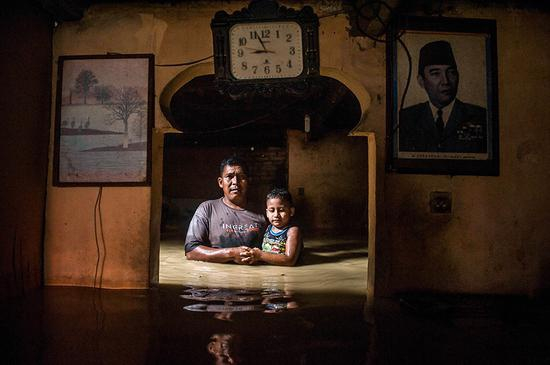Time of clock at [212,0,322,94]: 8:56
